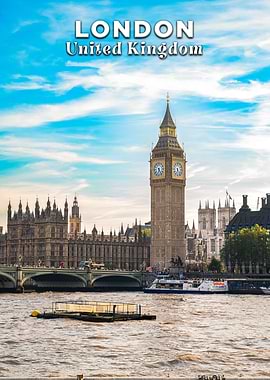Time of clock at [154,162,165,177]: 6:23
